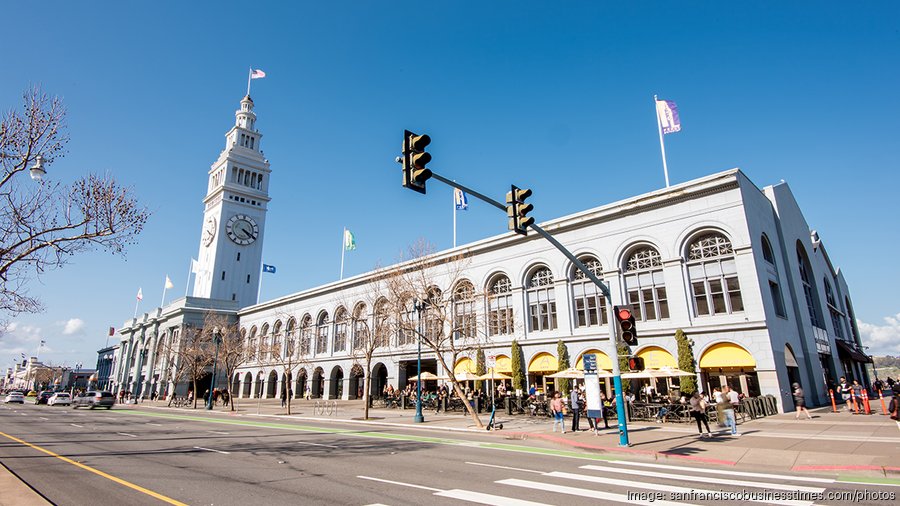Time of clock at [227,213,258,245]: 4:19
